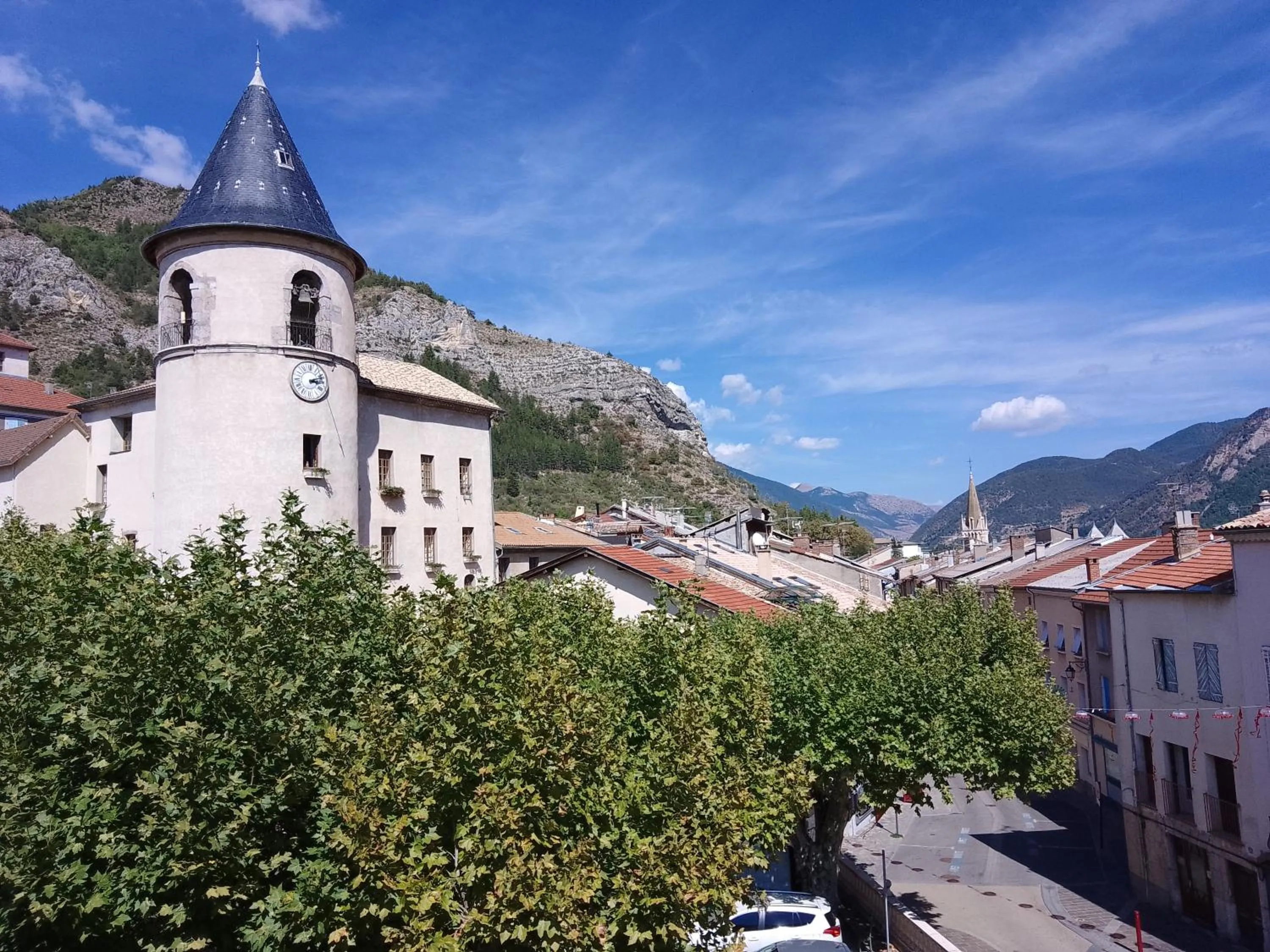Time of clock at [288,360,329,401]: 3:11
